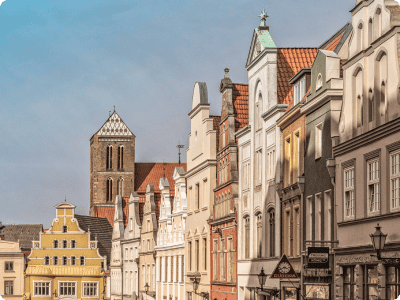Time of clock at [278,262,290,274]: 3:40
